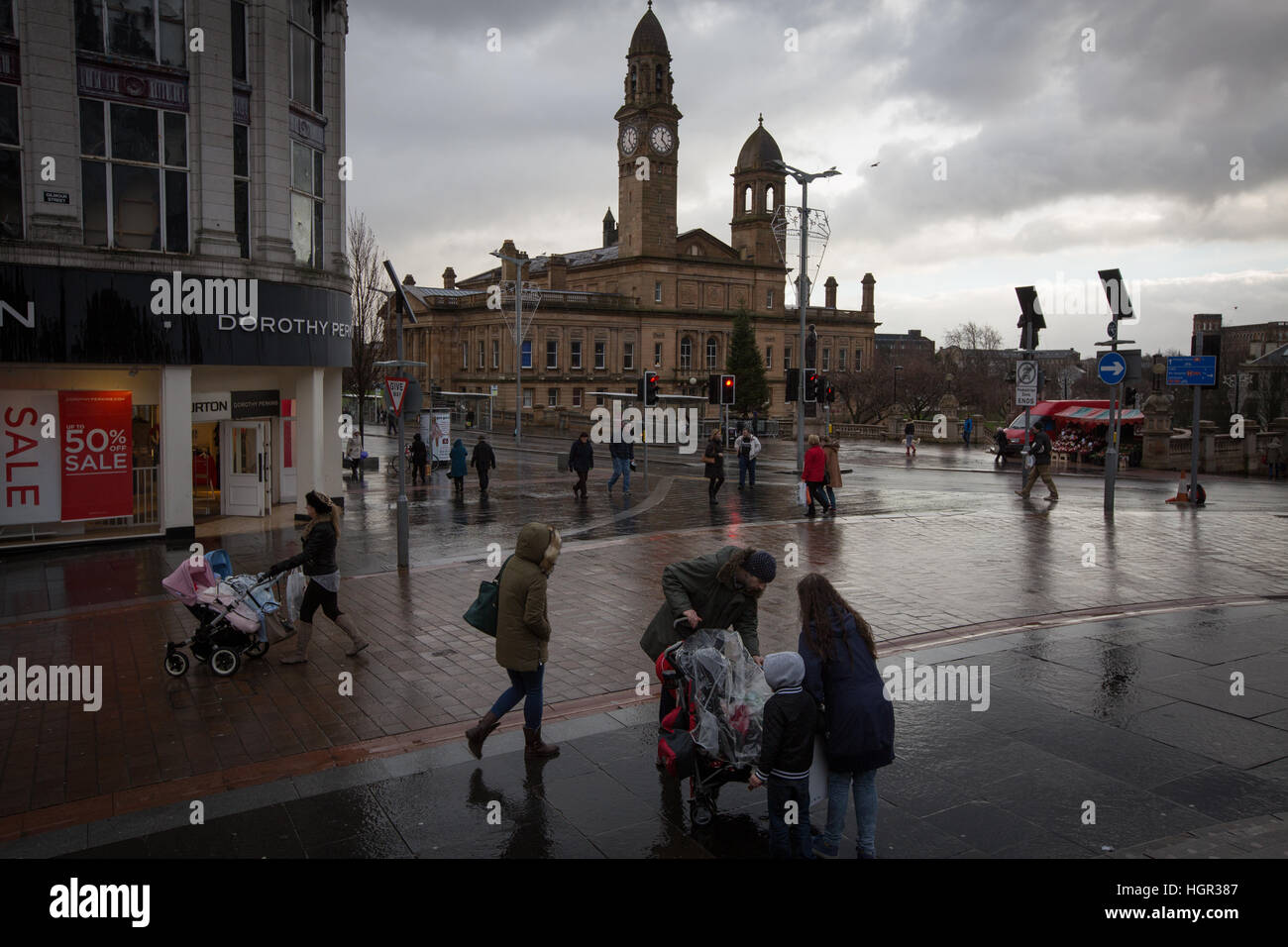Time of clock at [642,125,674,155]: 12:22
